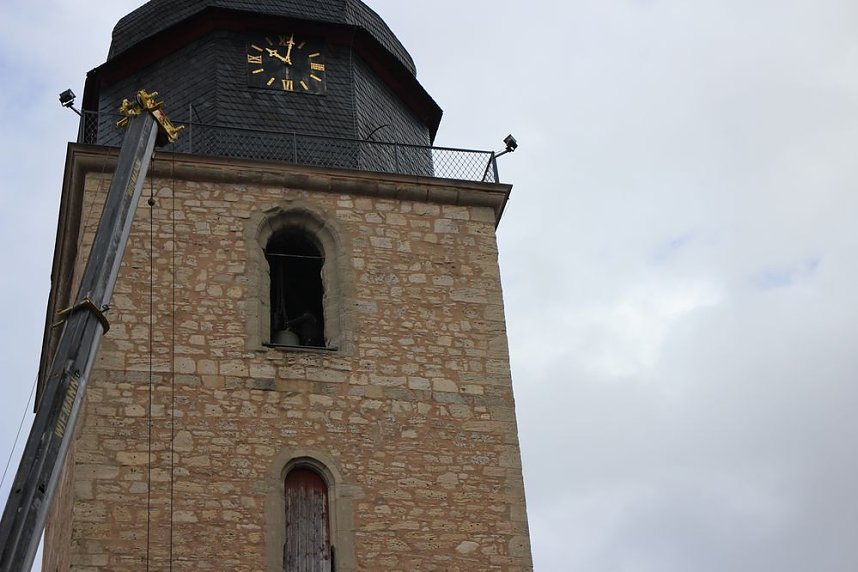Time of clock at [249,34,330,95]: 10:01
